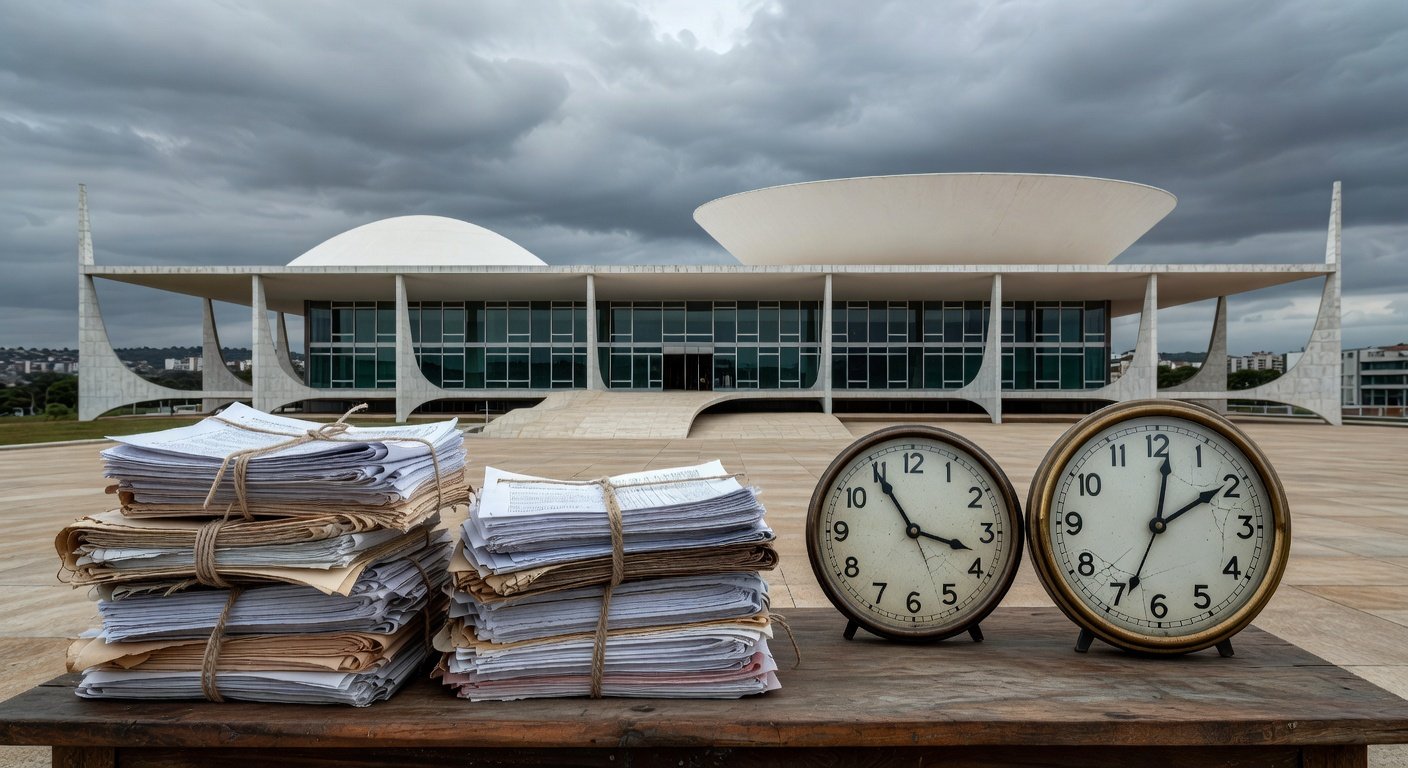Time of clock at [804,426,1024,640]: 3:54
